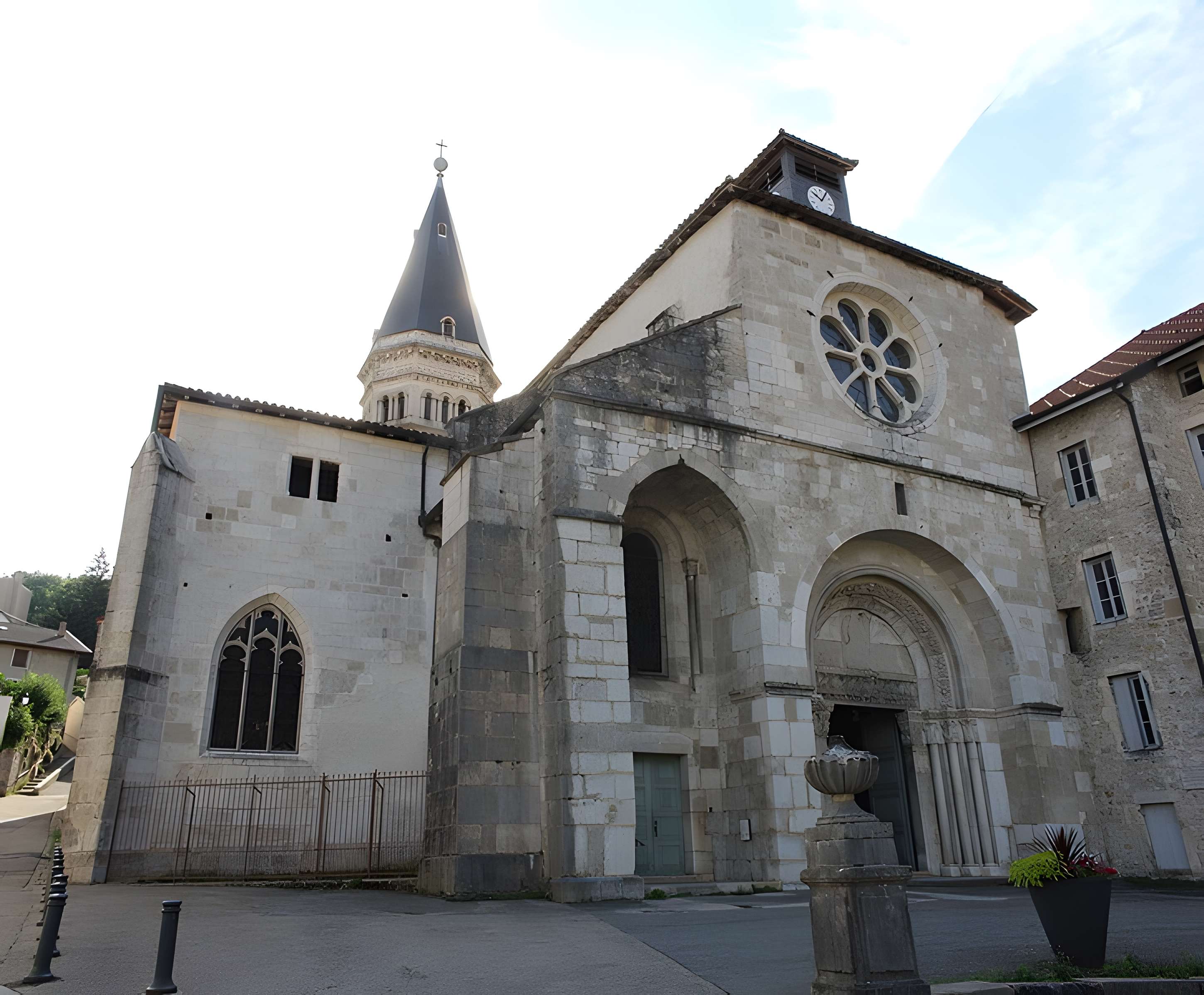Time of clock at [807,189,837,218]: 10:05
